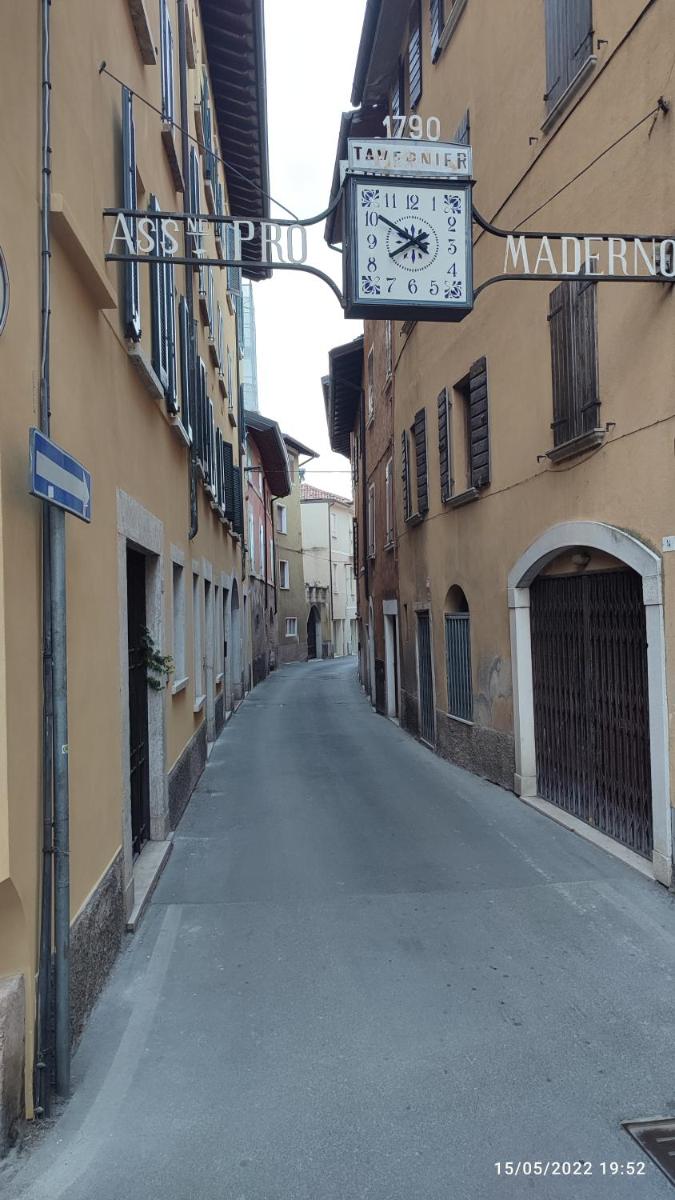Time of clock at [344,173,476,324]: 7:50
